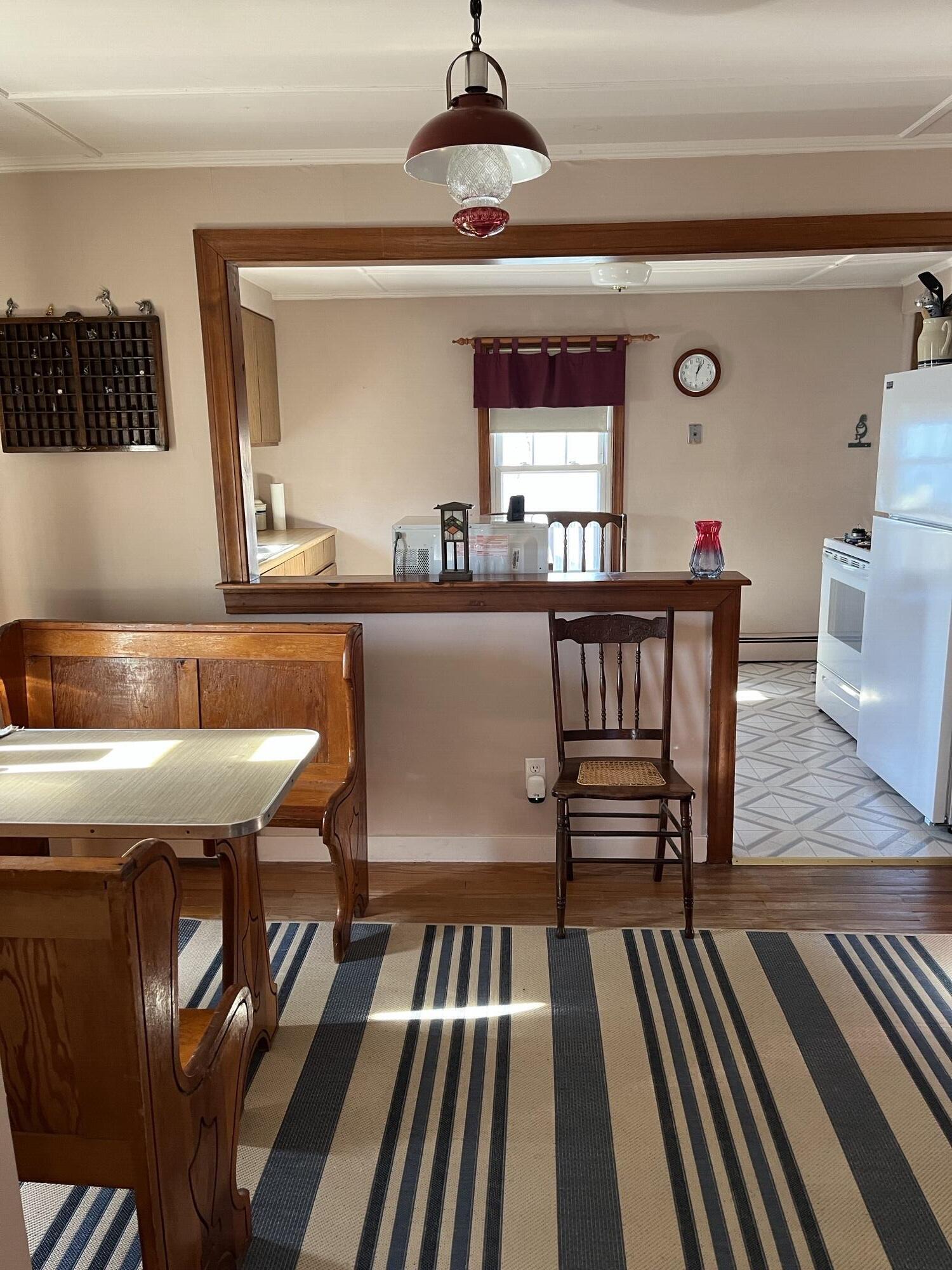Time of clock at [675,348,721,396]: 1:02
